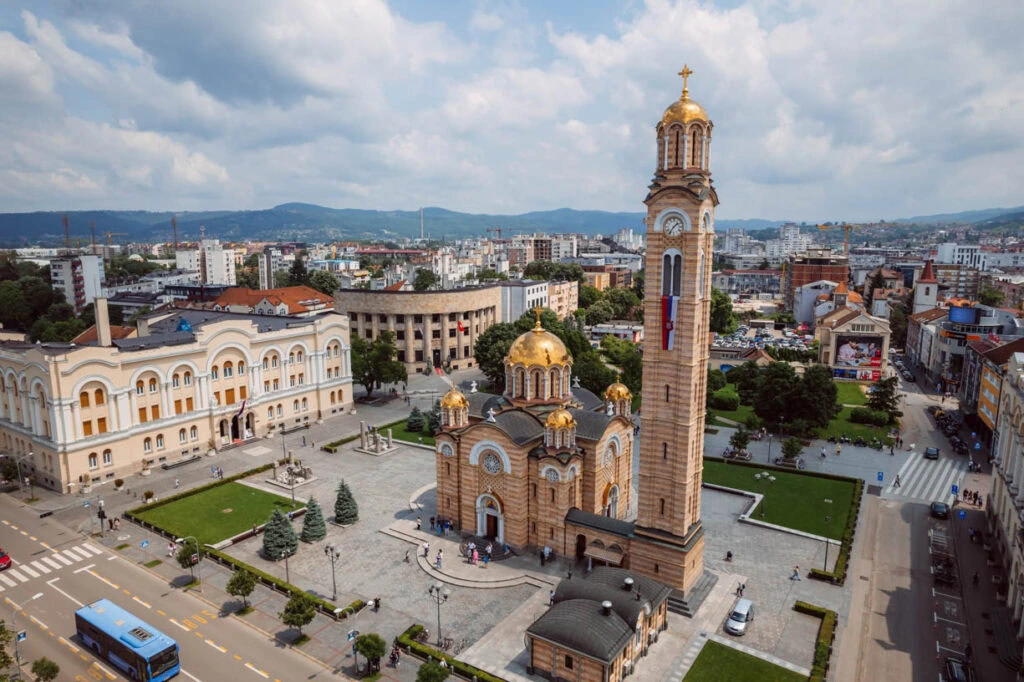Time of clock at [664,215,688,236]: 1:36
